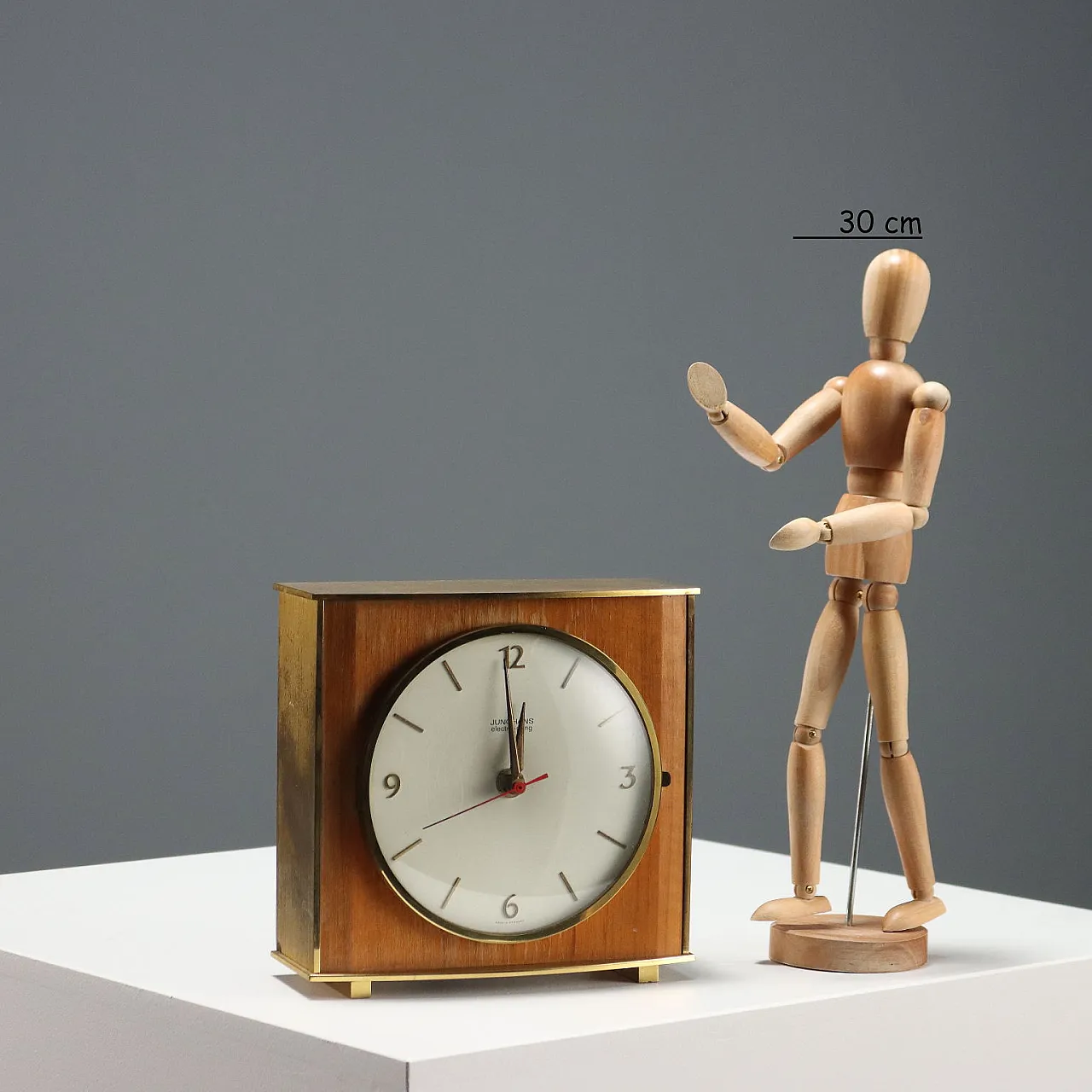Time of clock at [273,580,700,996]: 11:59
